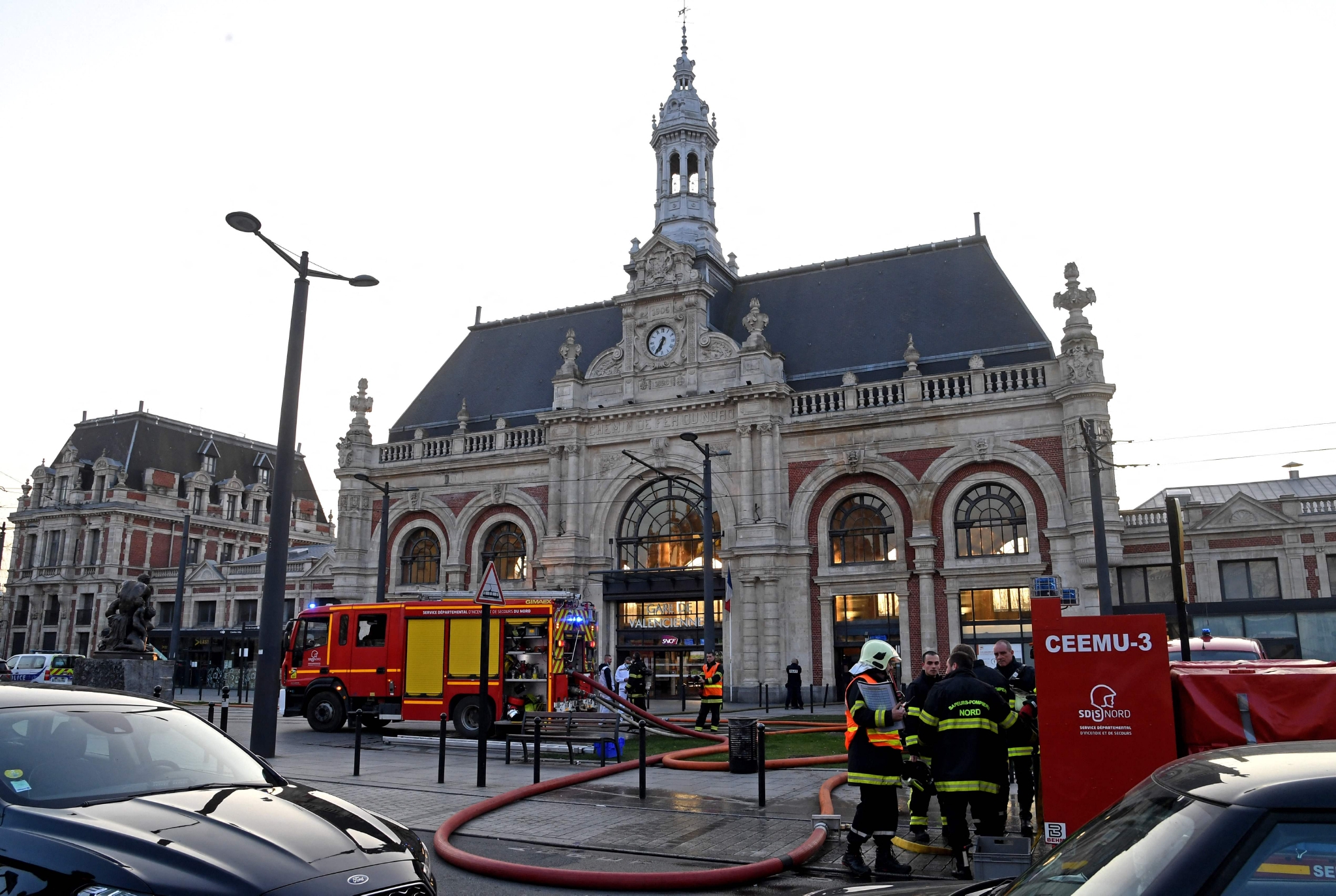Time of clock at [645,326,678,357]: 6:35
